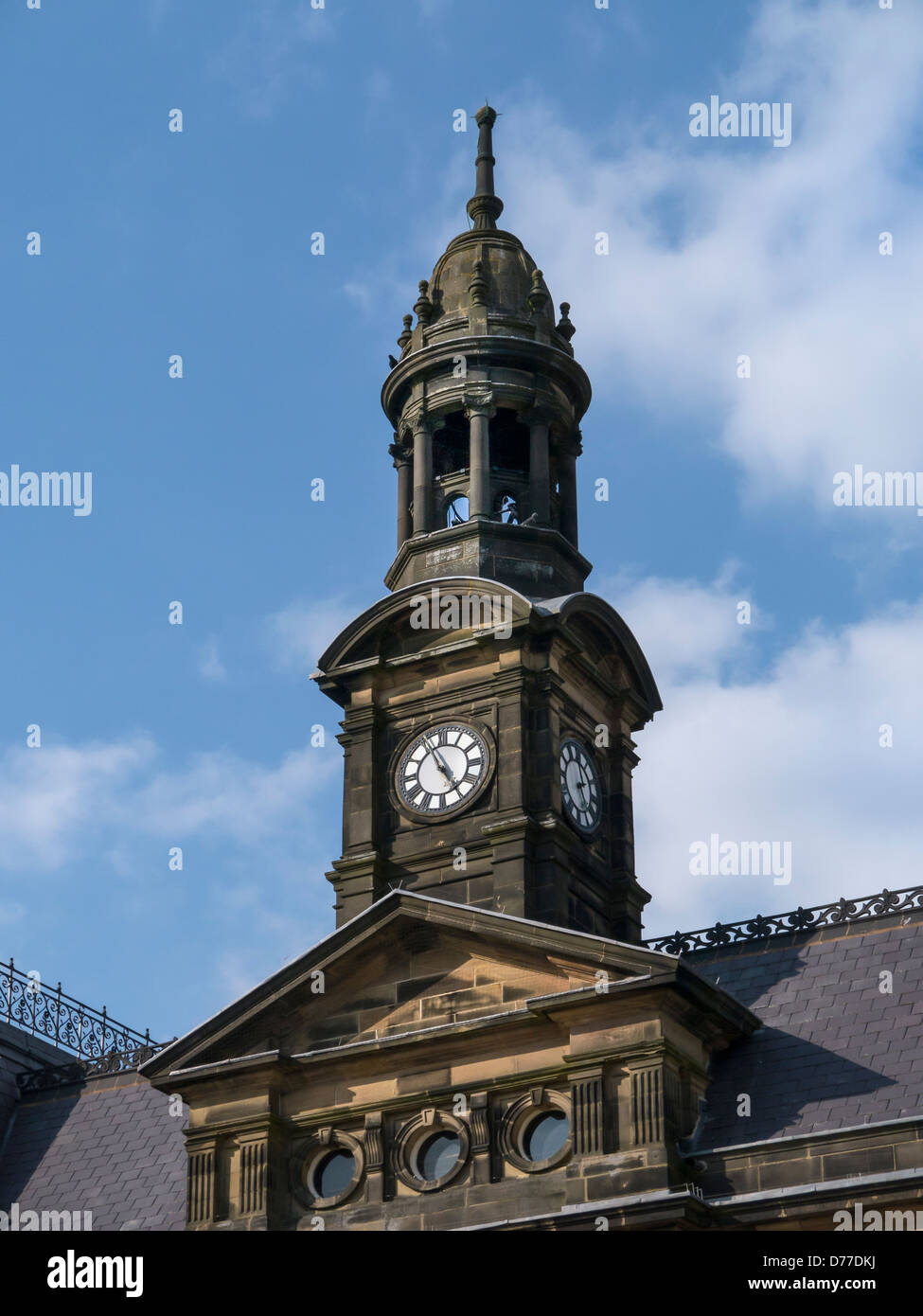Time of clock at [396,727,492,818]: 4:55
